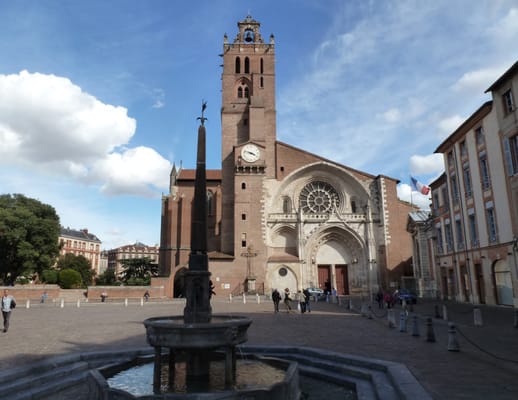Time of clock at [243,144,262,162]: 3:47
